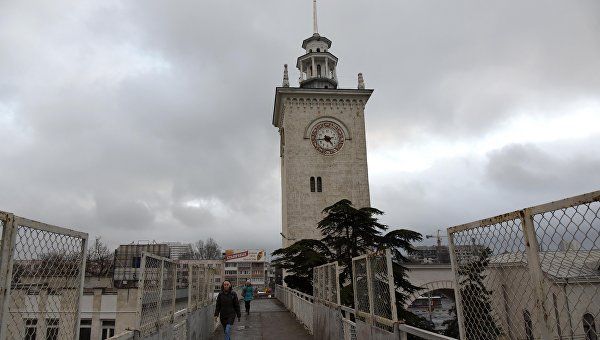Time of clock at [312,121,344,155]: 4:42
